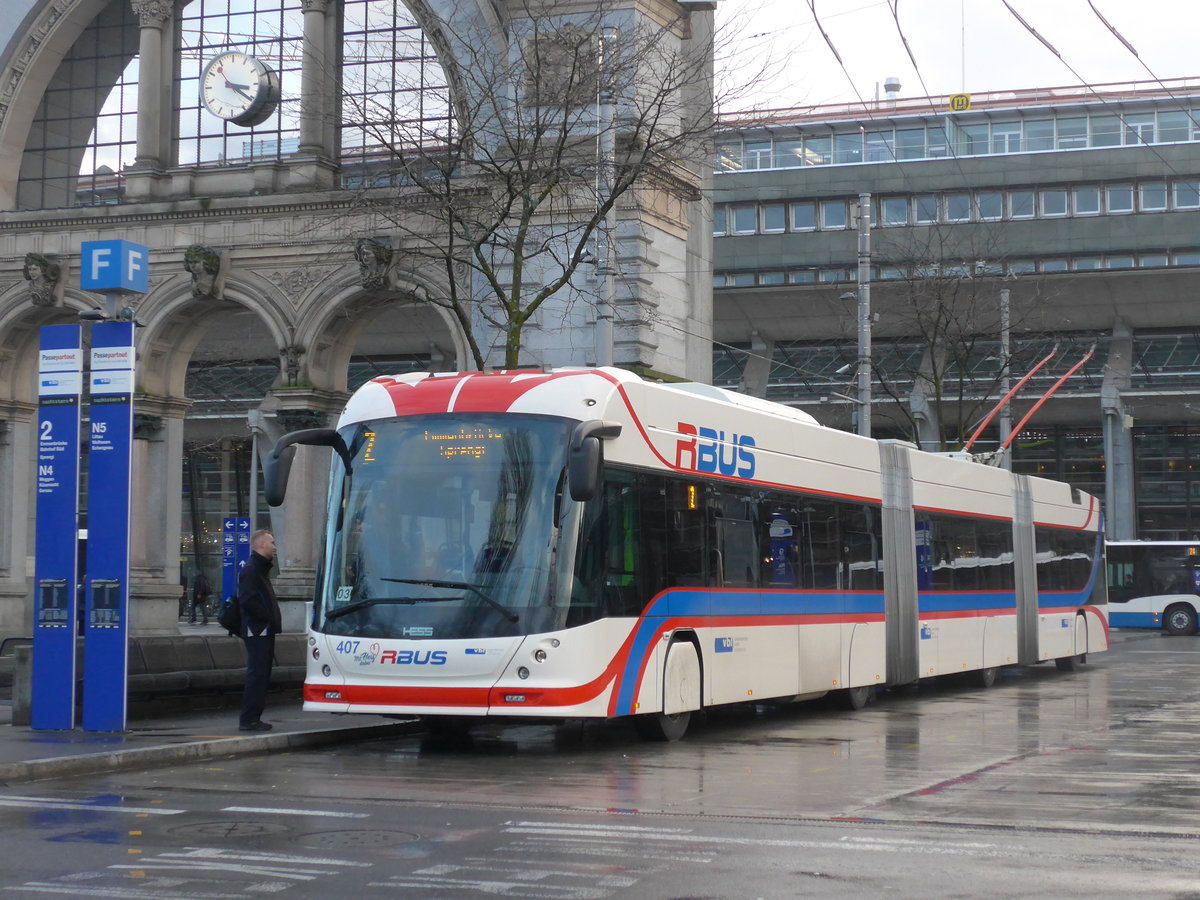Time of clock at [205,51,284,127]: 3:21
